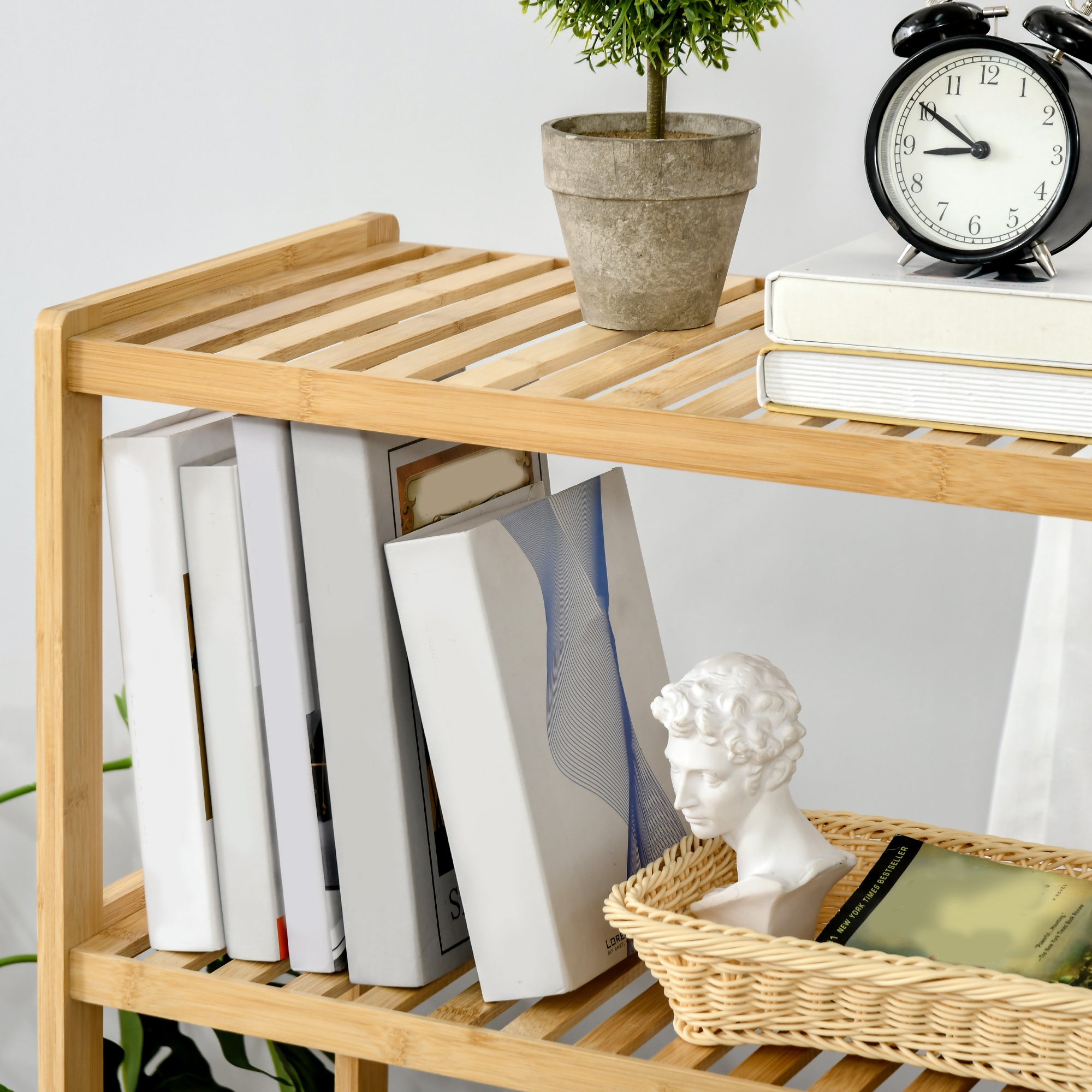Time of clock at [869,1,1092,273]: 8:50
